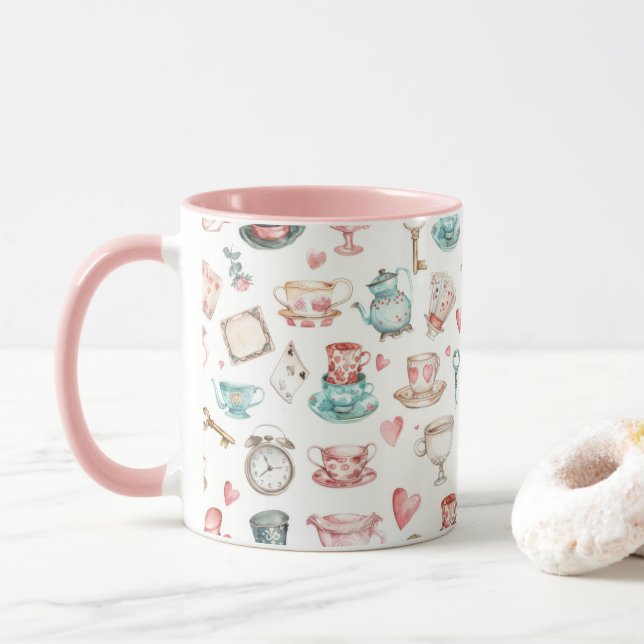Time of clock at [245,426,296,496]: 11:13
